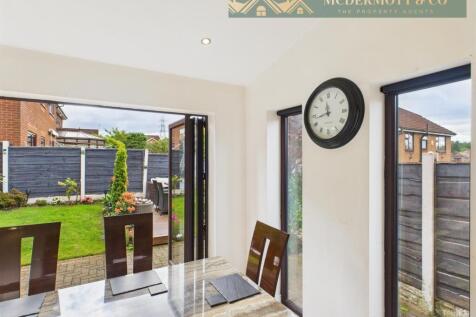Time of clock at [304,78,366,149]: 11:42
